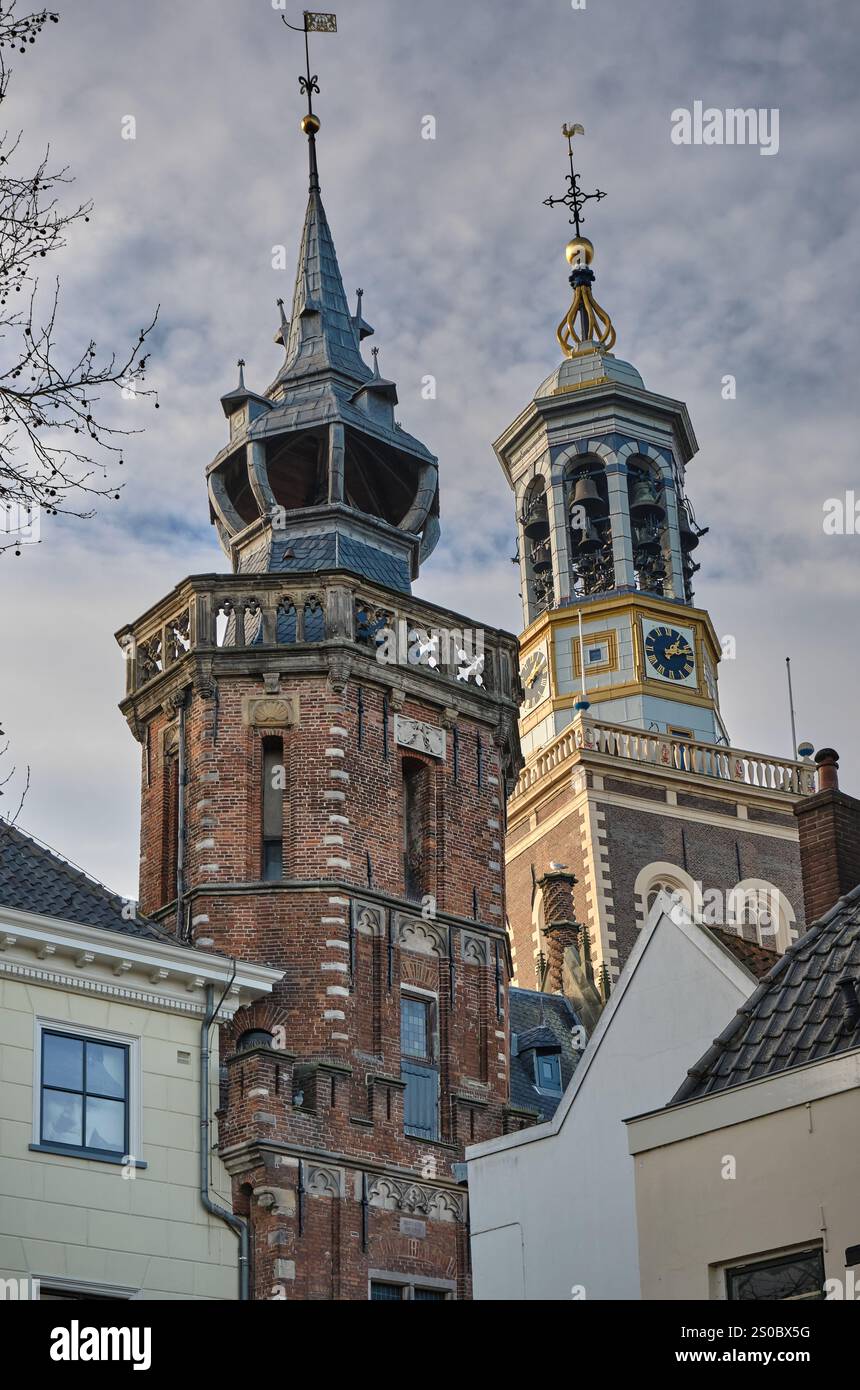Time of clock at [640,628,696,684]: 1:12
